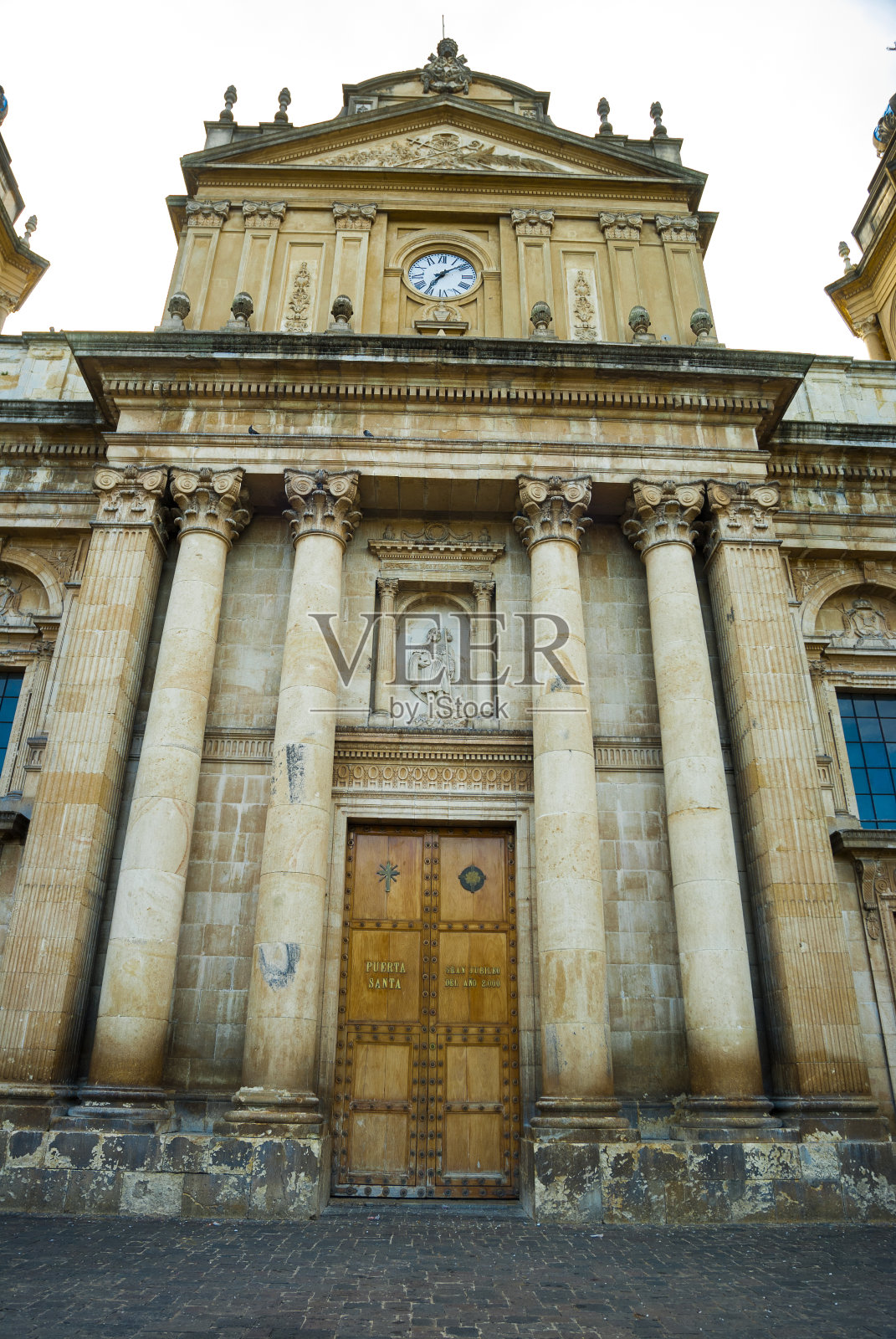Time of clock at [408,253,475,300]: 7:08
